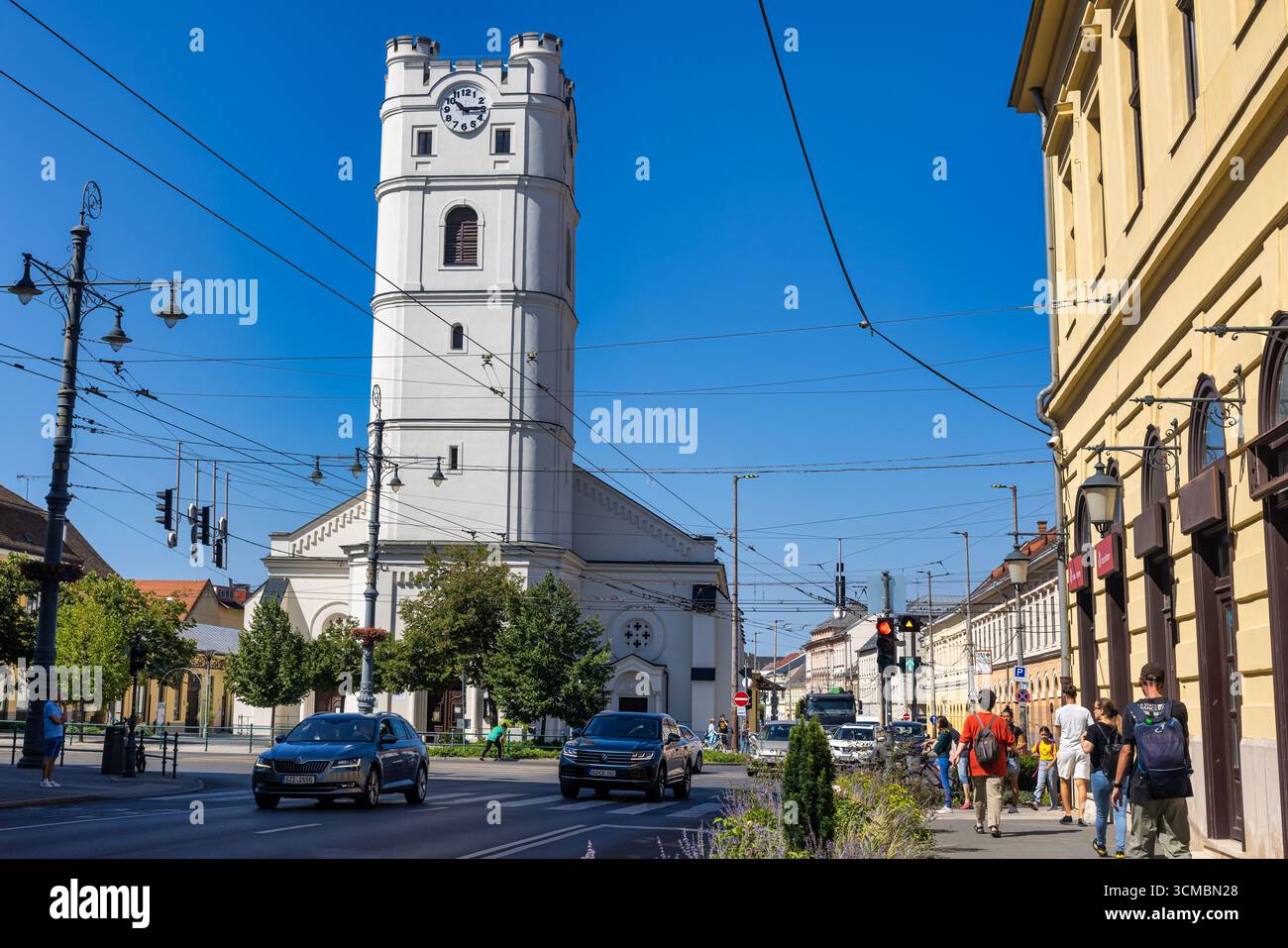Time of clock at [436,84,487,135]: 10:14
